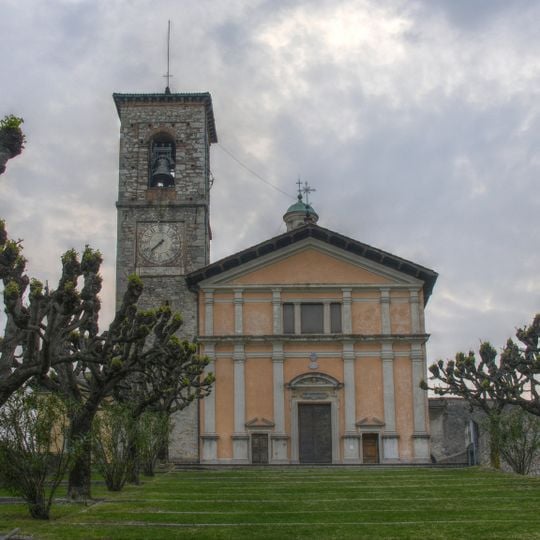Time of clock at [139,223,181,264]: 7:37
